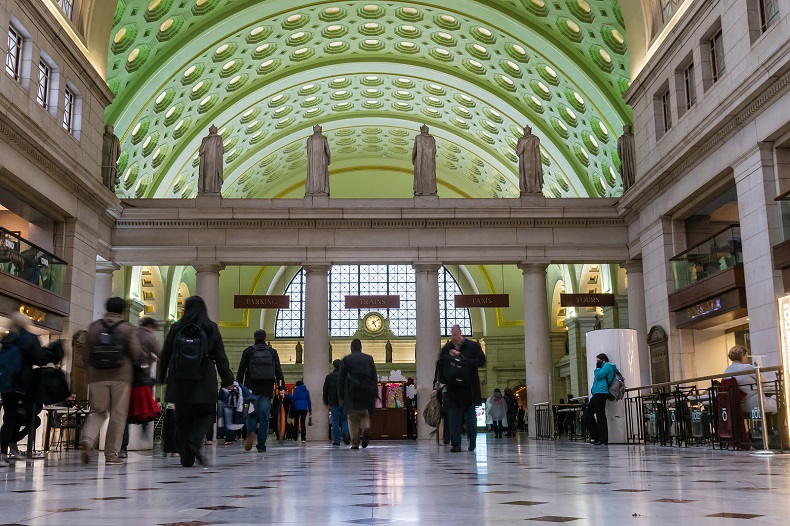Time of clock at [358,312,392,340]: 5:08
